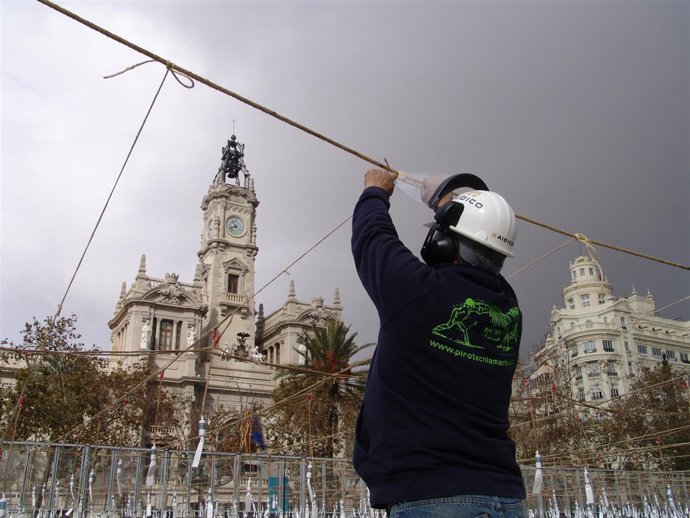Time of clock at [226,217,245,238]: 10:42
